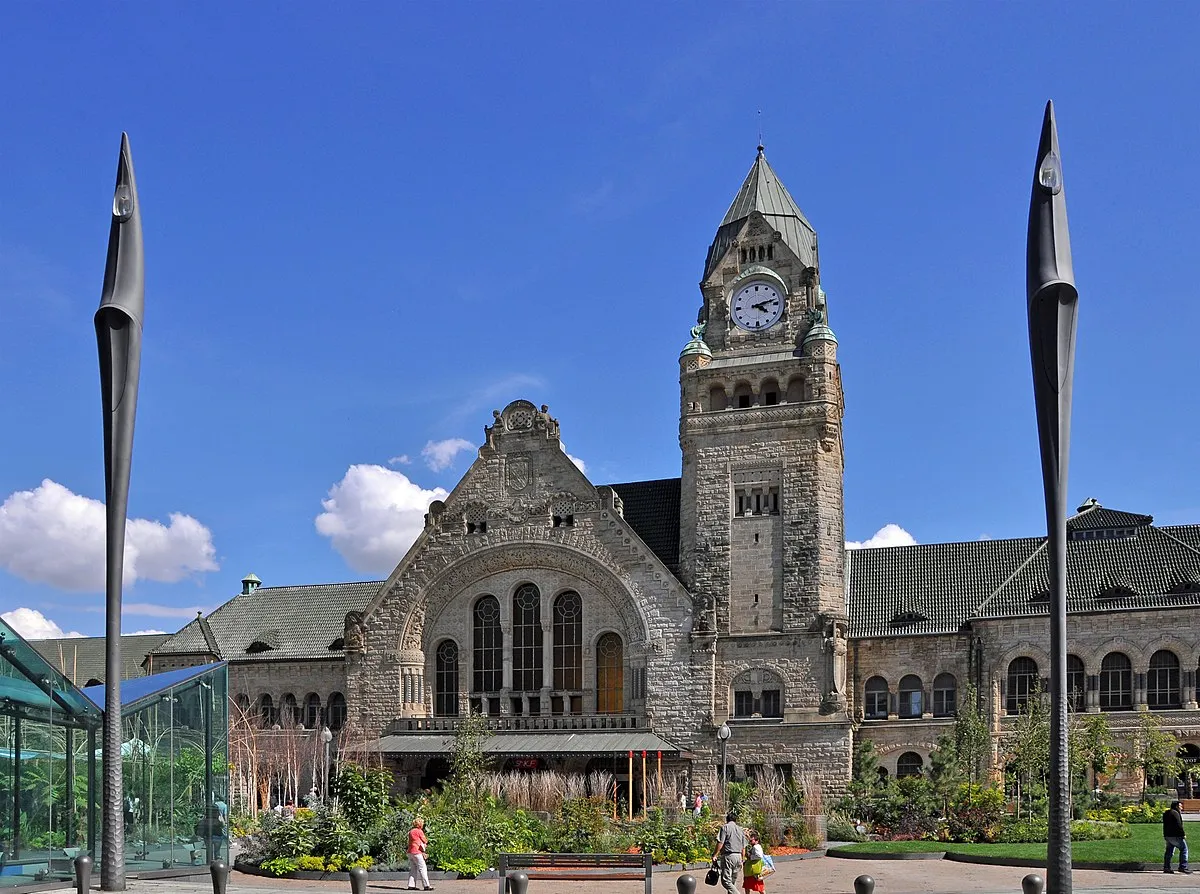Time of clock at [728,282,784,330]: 4:12
